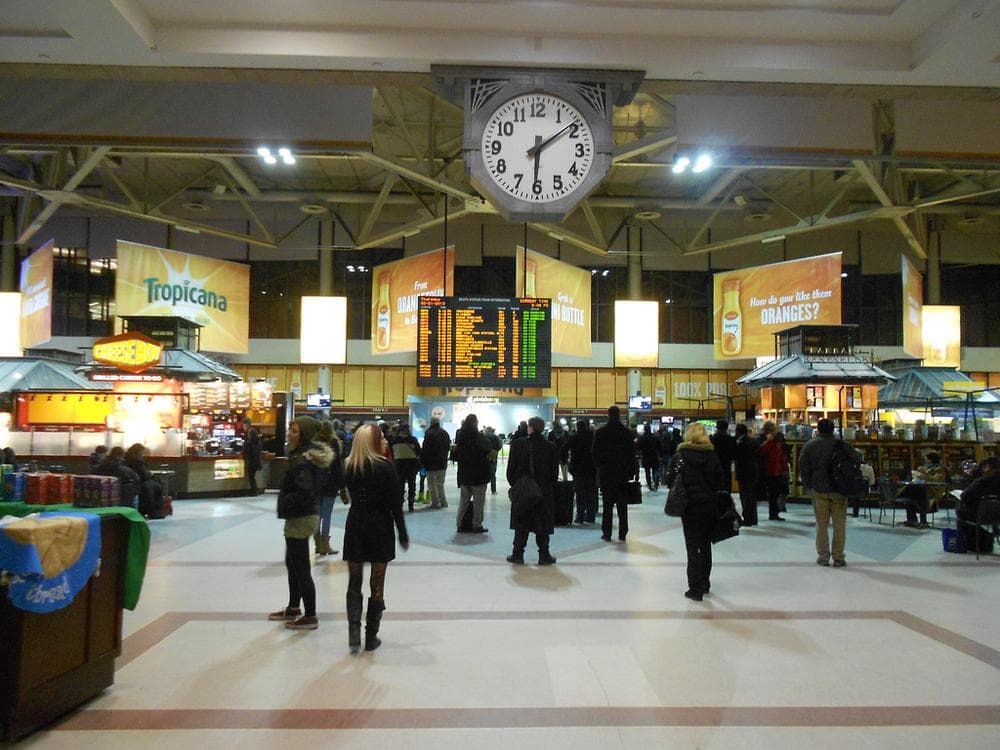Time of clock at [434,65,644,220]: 6:08
